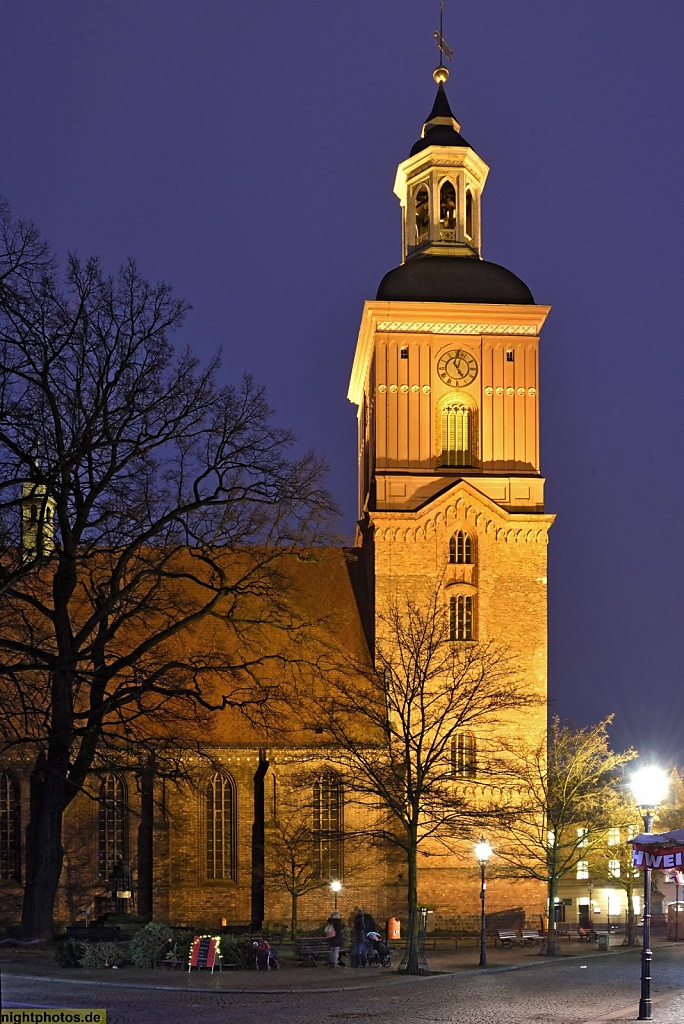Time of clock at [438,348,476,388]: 5:02
